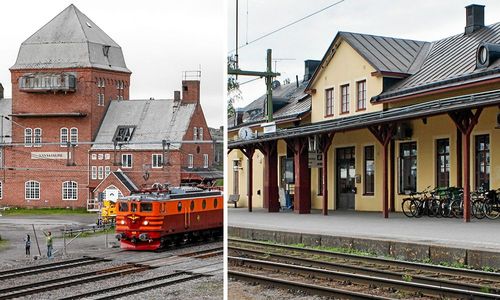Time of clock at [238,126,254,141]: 11:32
